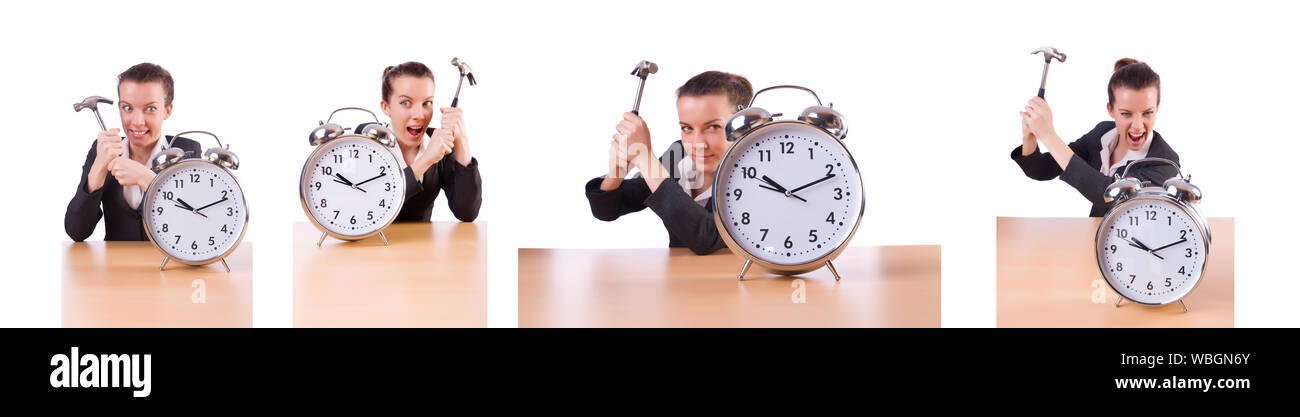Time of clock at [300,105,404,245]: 10:11
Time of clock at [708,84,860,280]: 10:11
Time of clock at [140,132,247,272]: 10:11
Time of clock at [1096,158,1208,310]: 10:11
